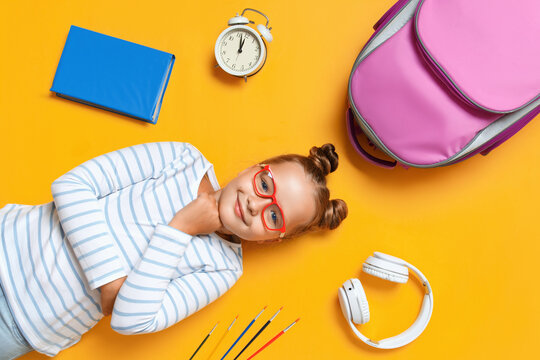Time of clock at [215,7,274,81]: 1:02
